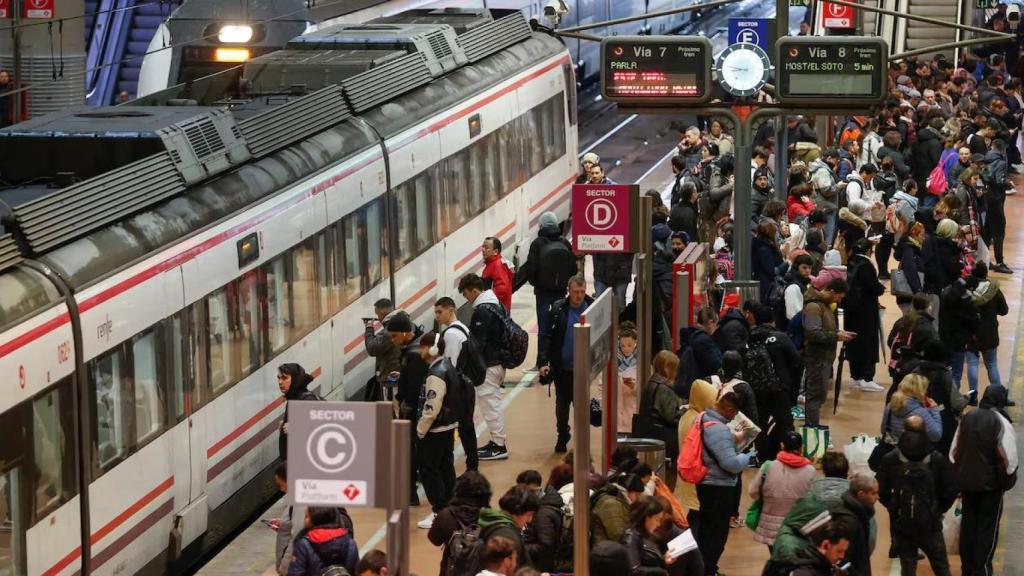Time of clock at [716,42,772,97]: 8:47
